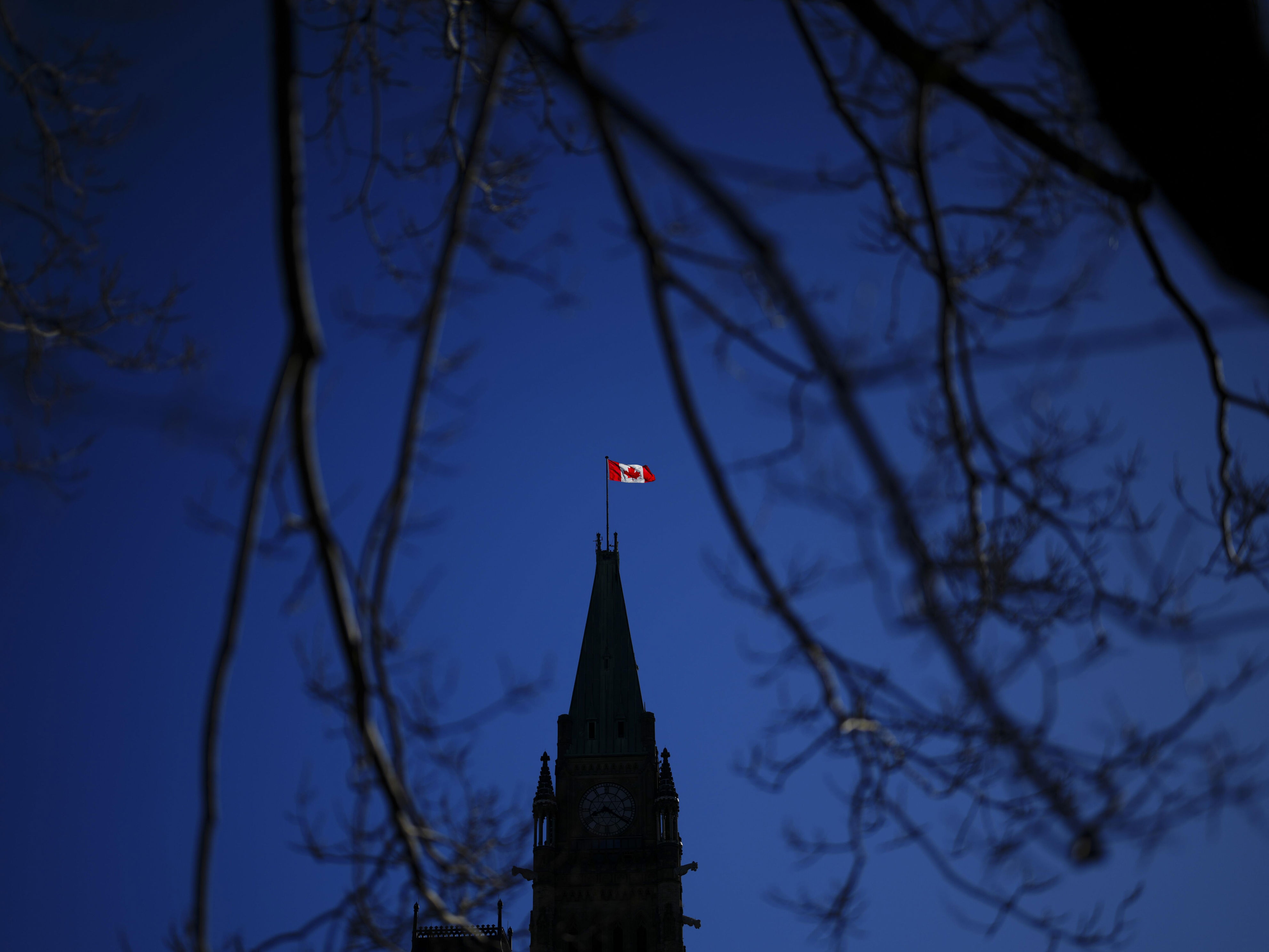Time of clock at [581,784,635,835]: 8:20
